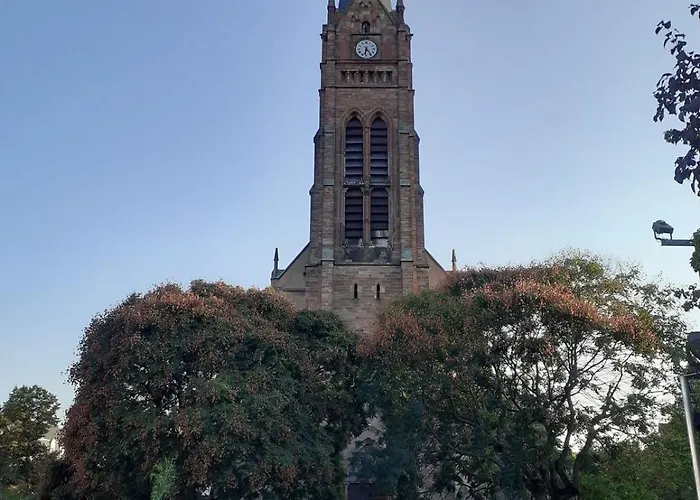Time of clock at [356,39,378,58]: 6:24
